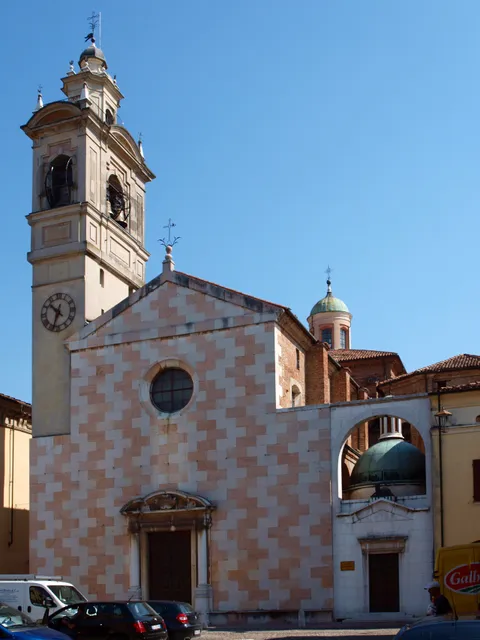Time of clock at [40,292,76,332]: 10:33
